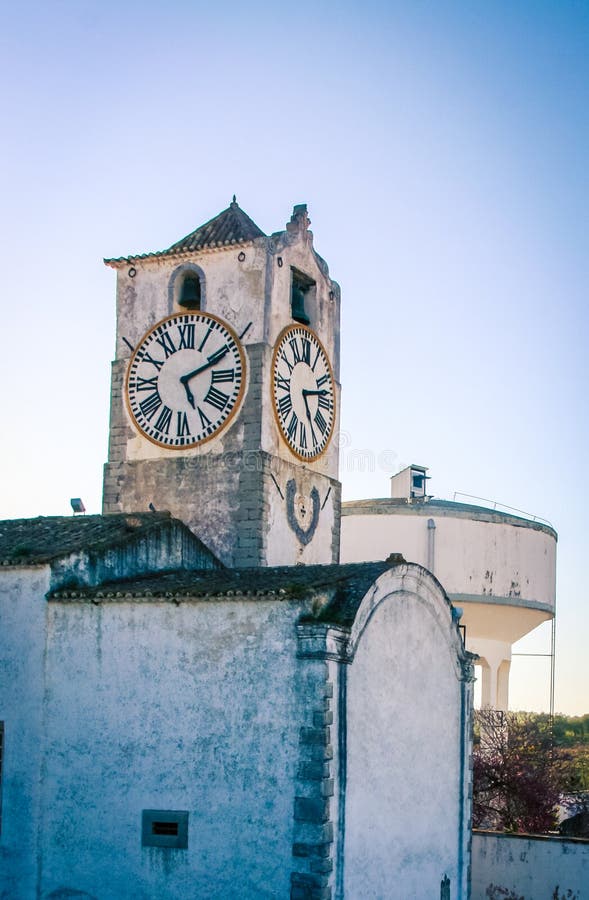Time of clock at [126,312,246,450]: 5:11
